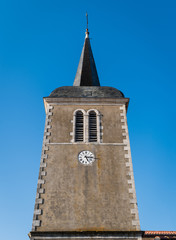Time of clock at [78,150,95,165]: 5:14
